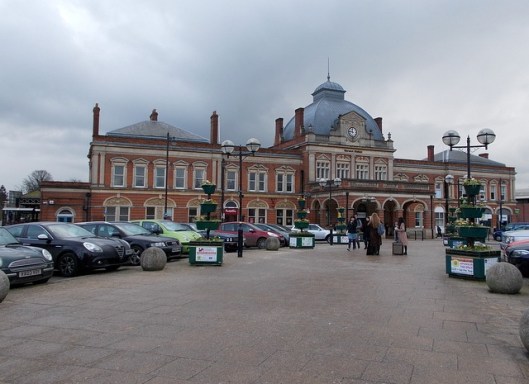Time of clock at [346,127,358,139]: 11:46
